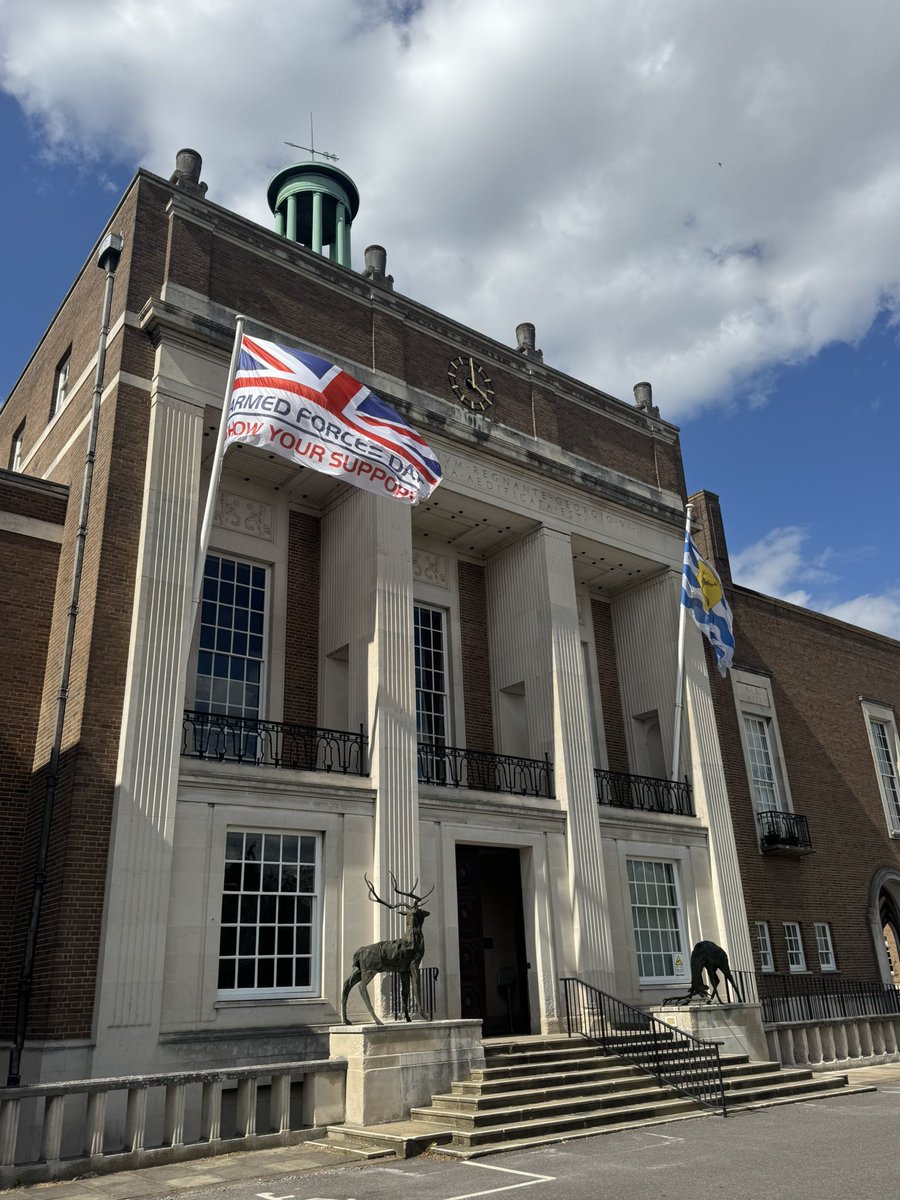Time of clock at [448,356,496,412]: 4:00
